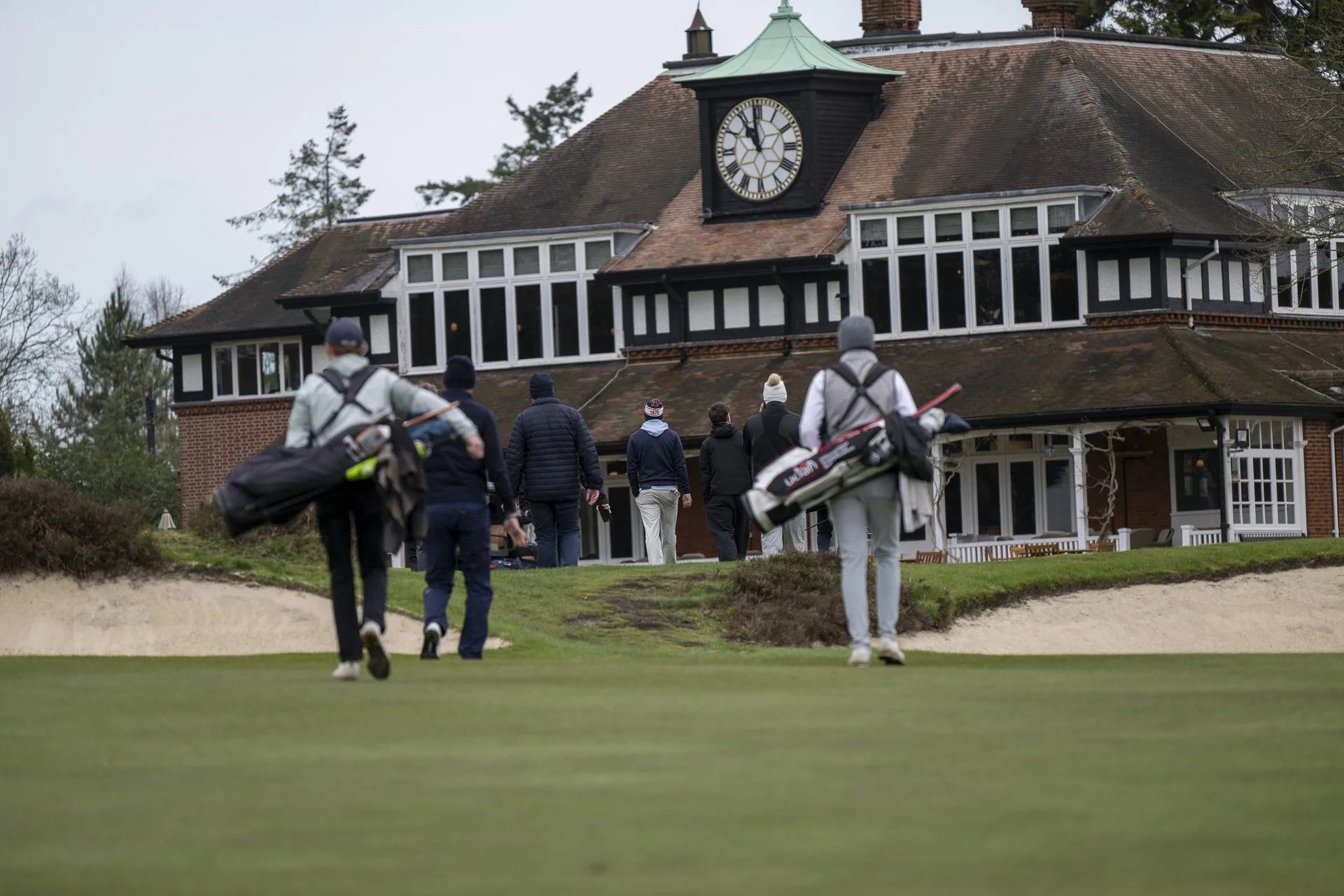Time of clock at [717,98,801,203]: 10:58
